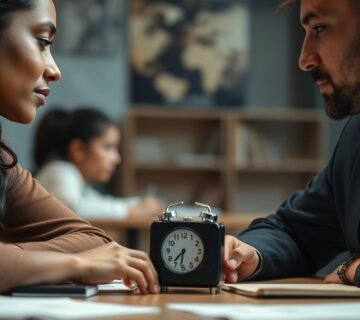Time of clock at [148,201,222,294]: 7:32
